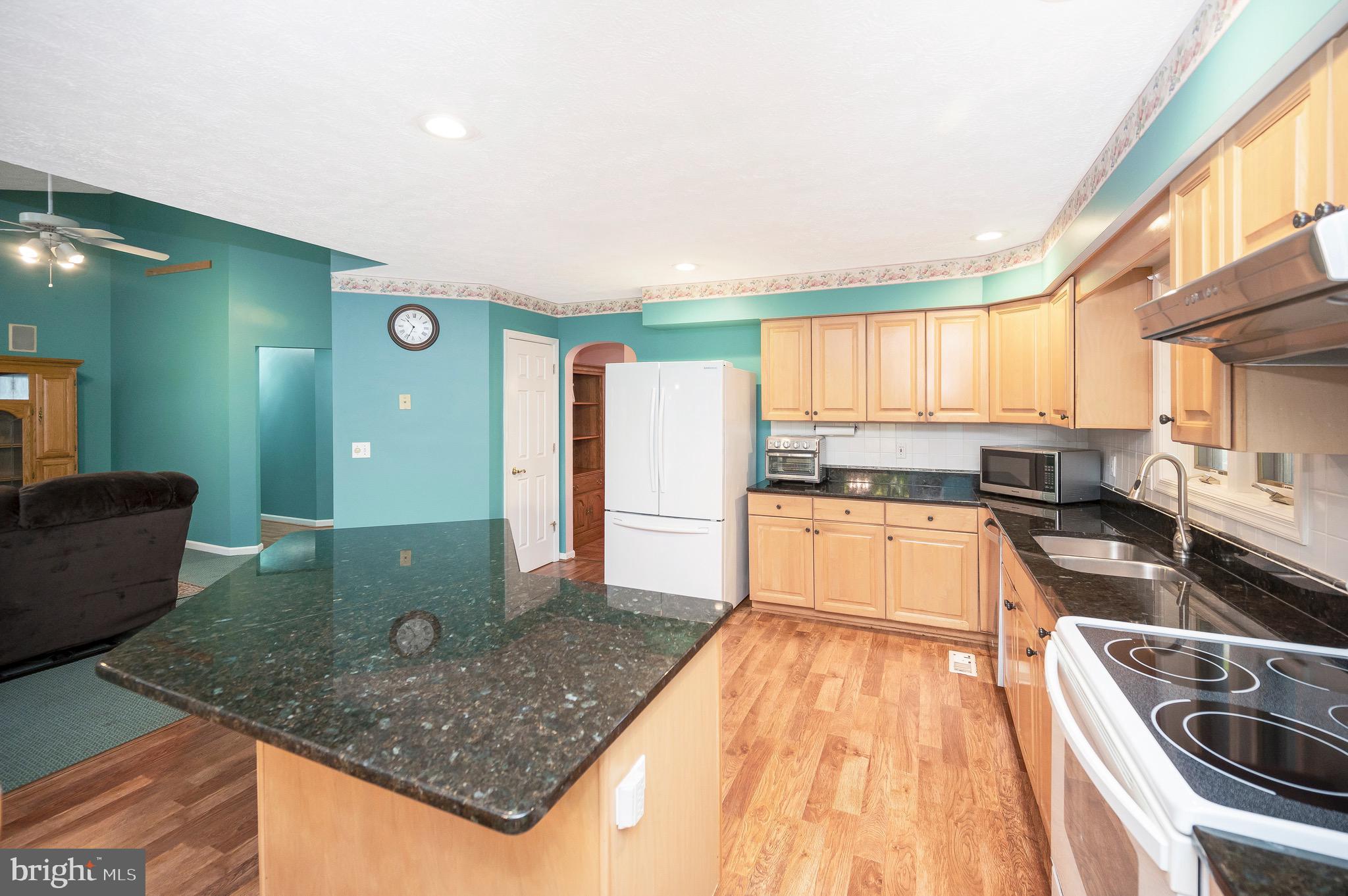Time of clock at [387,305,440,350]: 10:33
